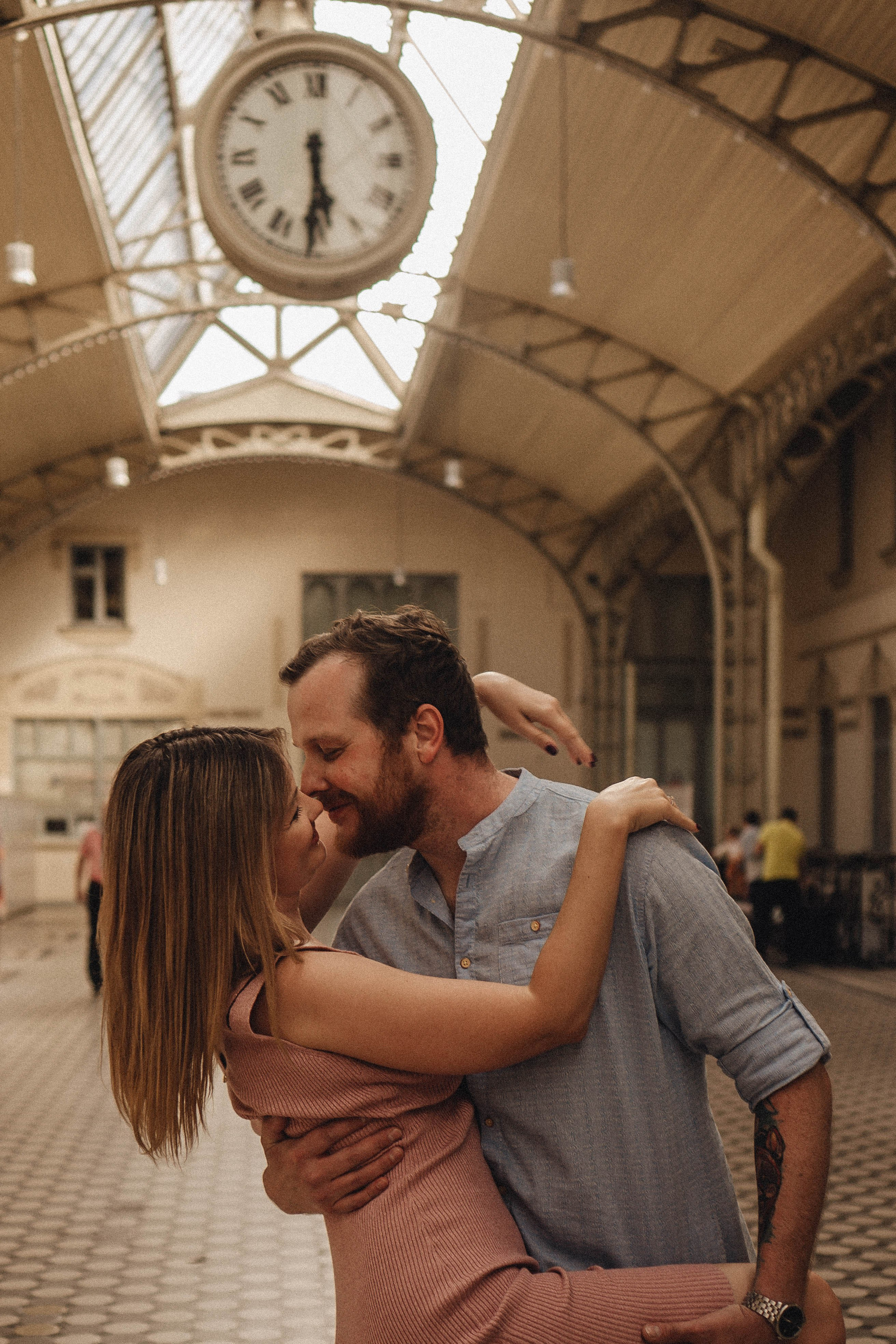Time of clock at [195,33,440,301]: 5:30
